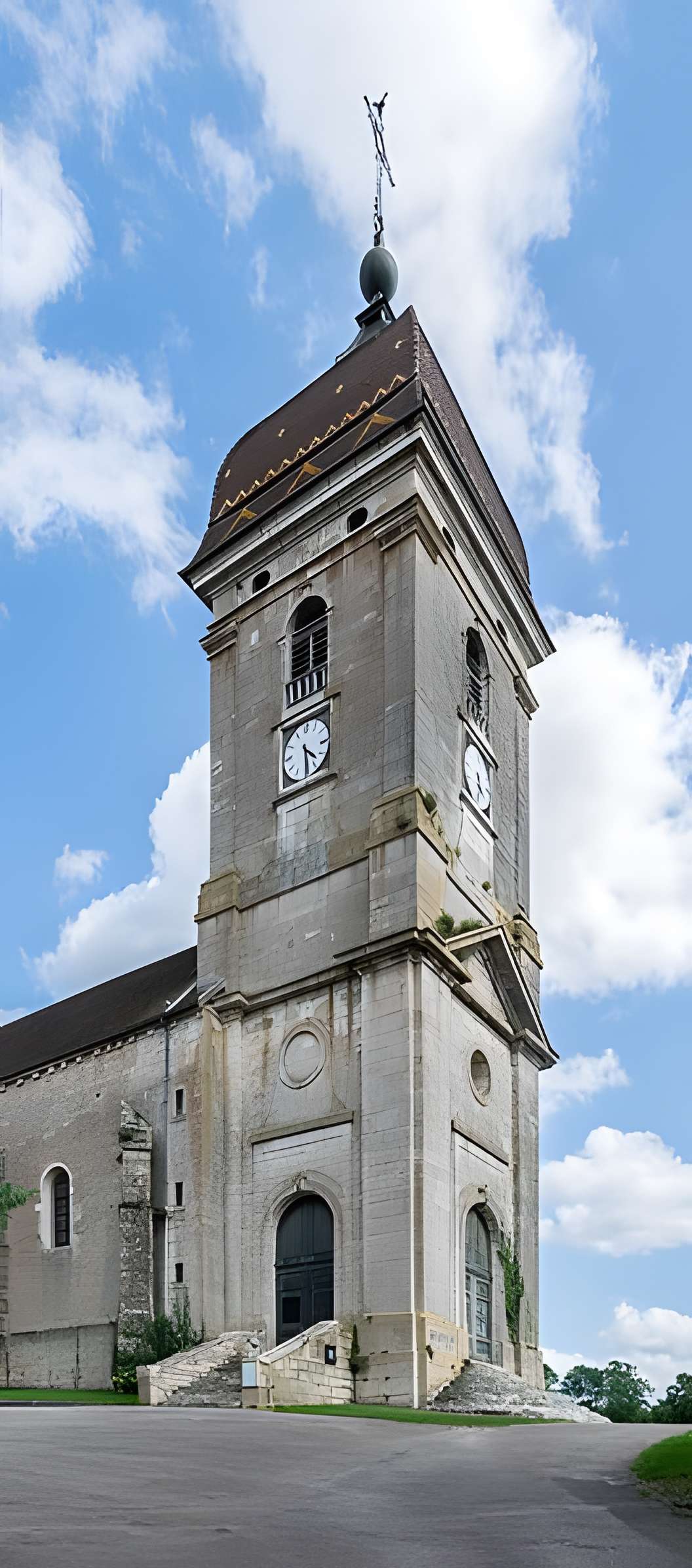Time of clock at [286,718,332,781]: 4:29
